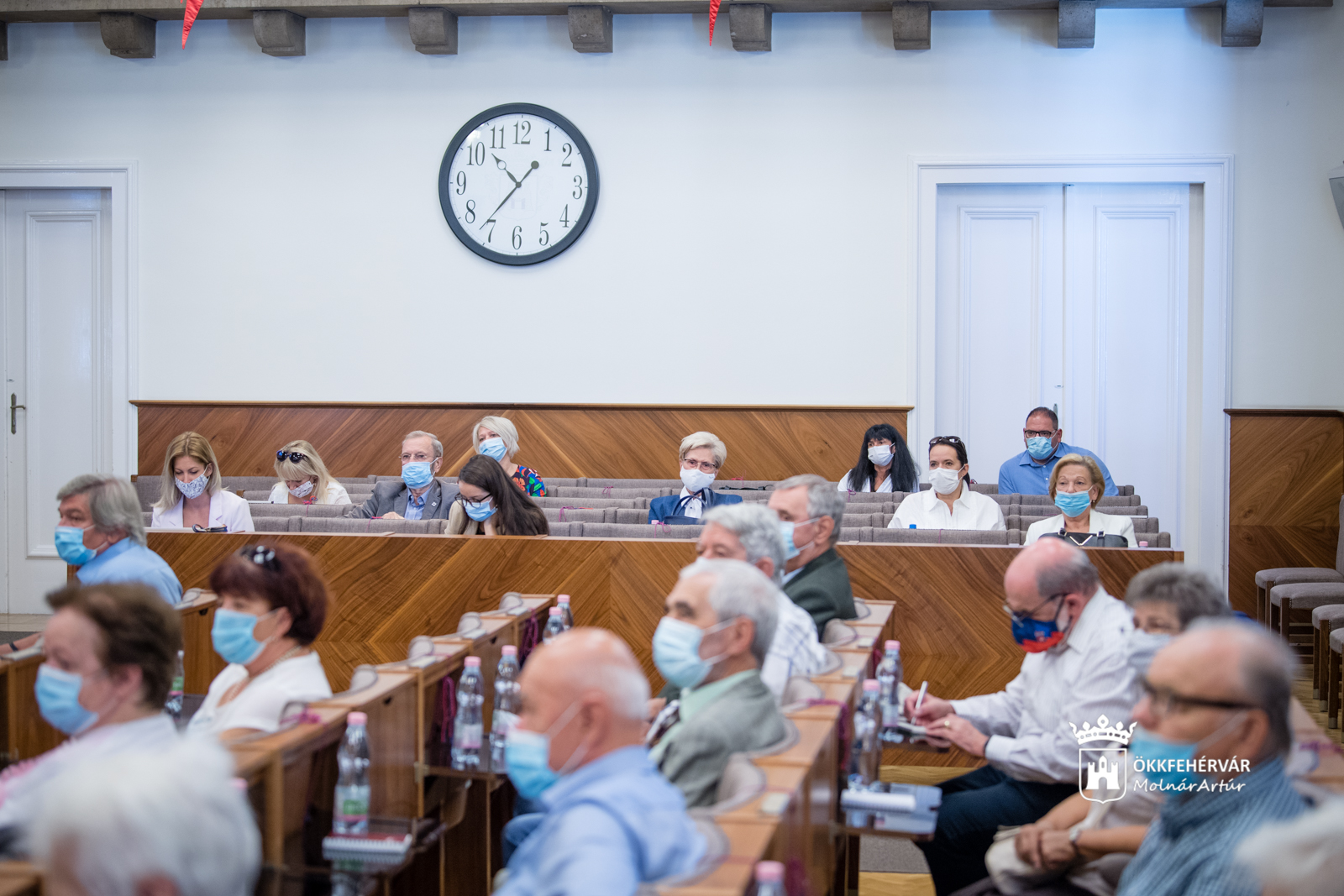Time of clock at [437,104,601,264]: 1:36
